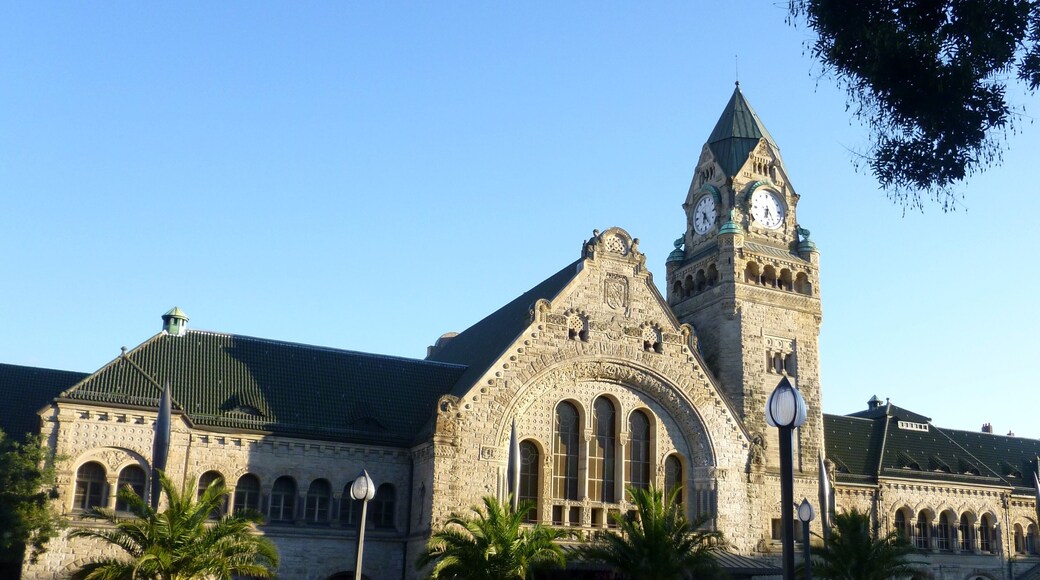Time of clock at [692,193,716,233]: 6:23
